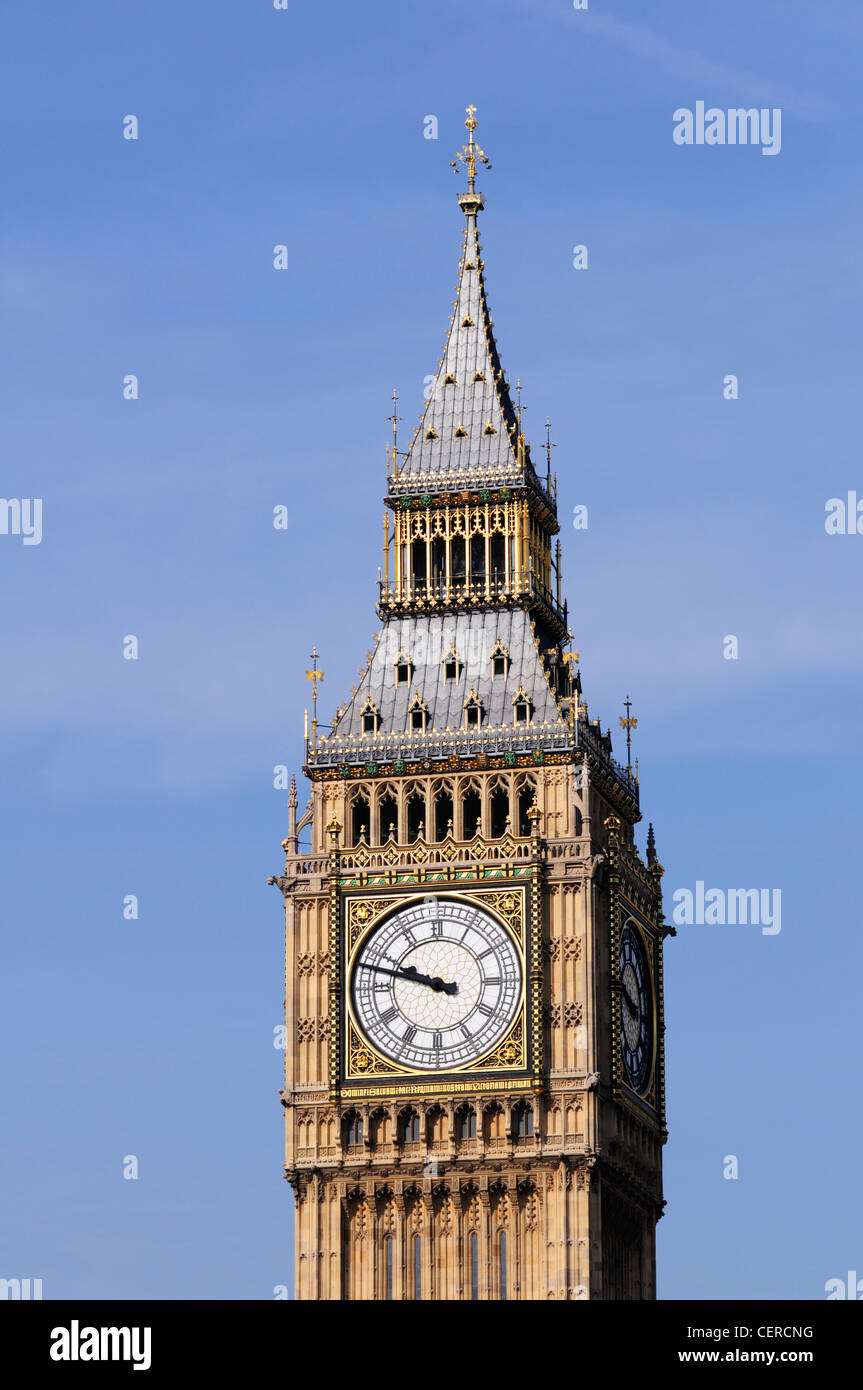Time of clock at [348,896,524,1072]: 9:47
